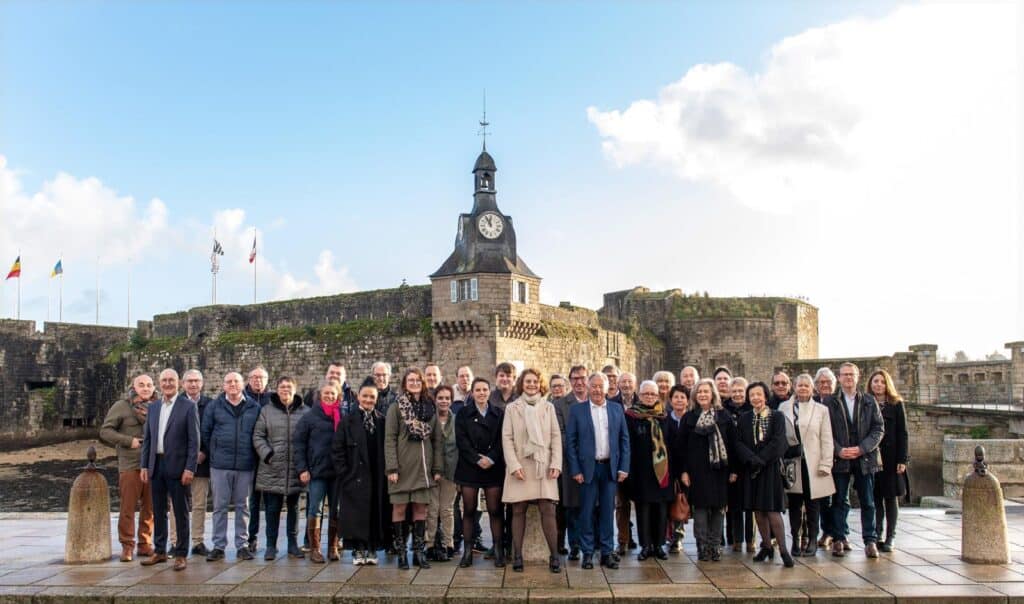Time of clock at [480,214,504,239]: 11:55
